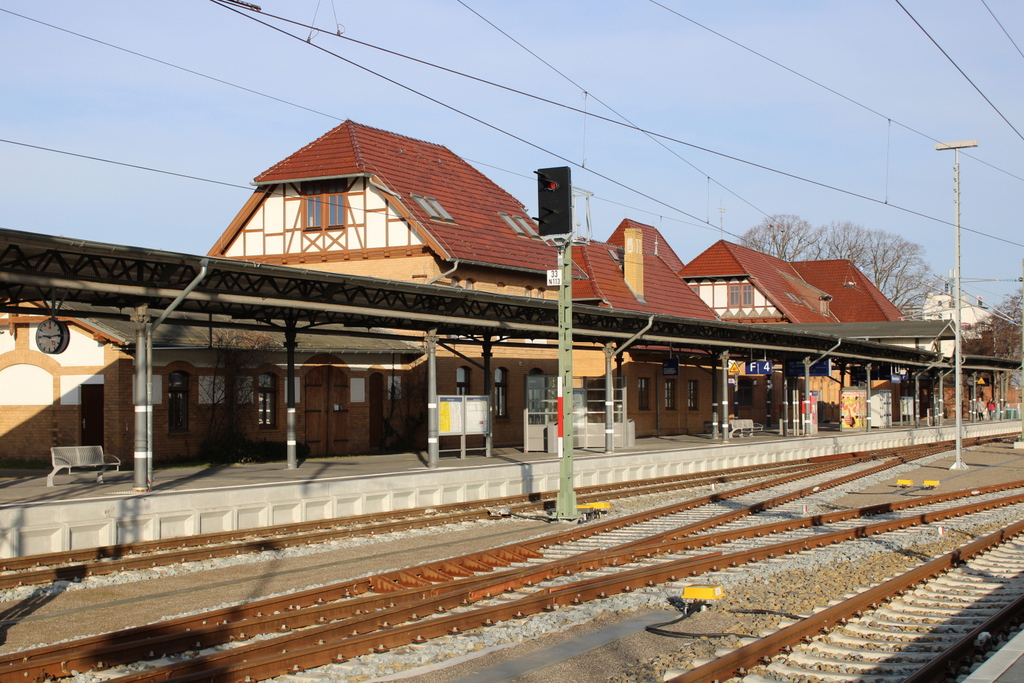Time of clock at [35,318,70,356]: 9:13
